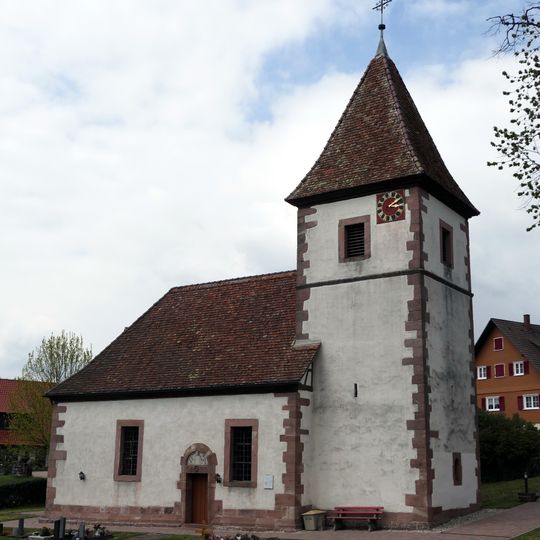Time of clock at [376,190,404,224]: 3:09
